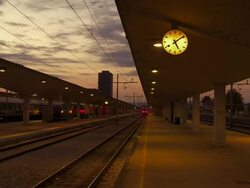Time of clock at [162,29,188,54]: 5:08
